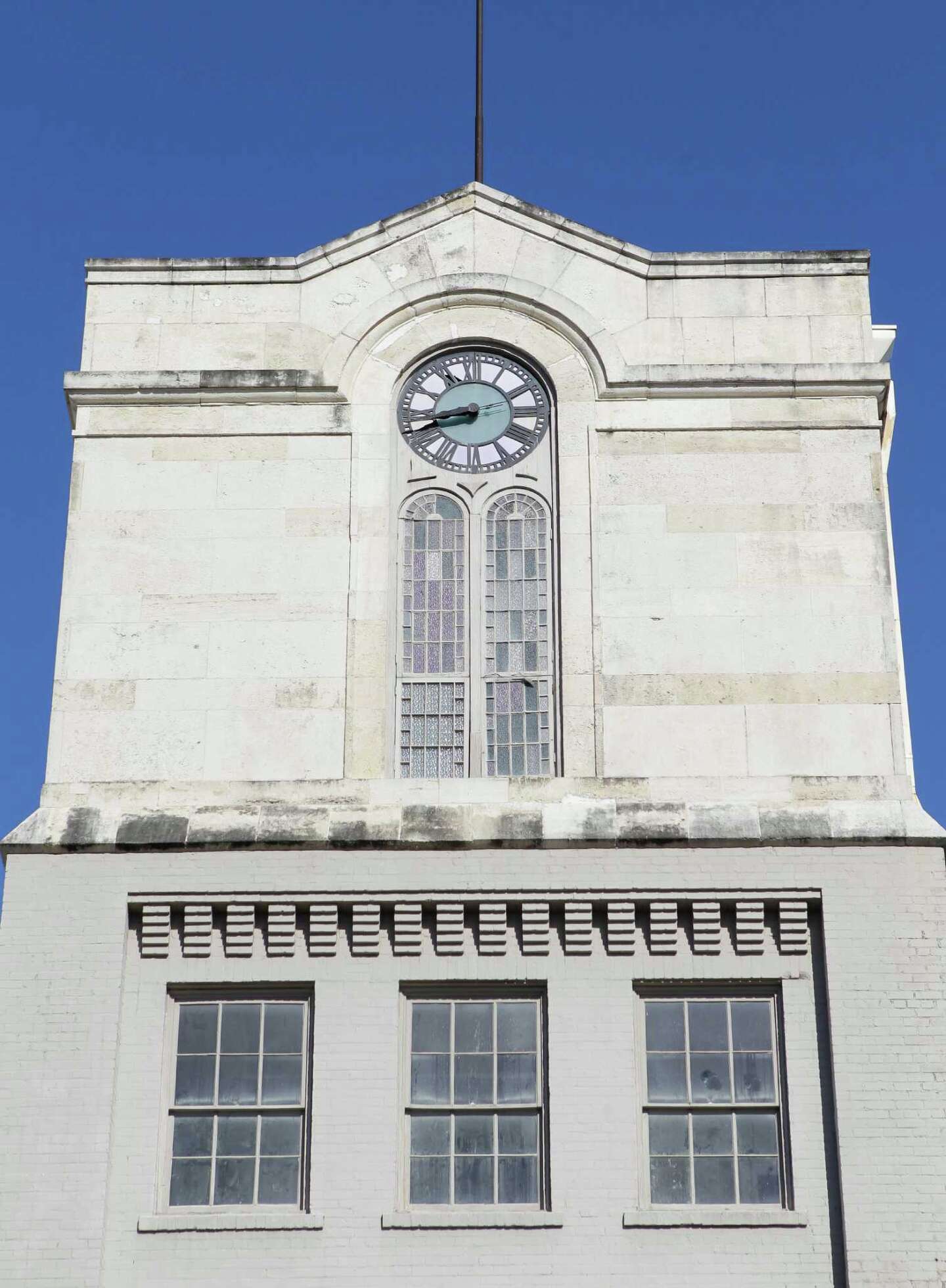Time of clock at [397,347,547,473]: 8:41
